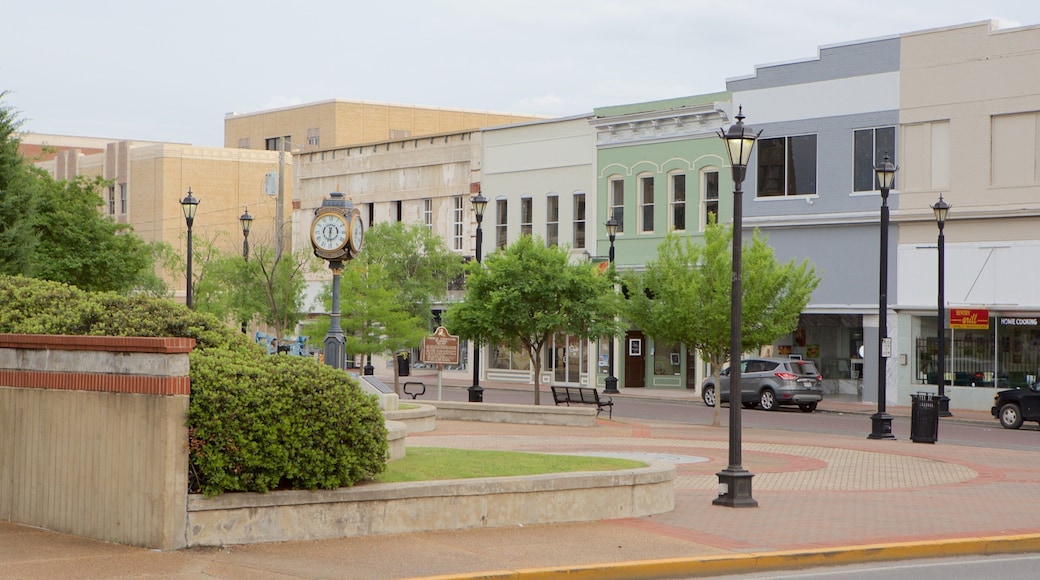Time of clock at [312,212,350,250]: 6:29
